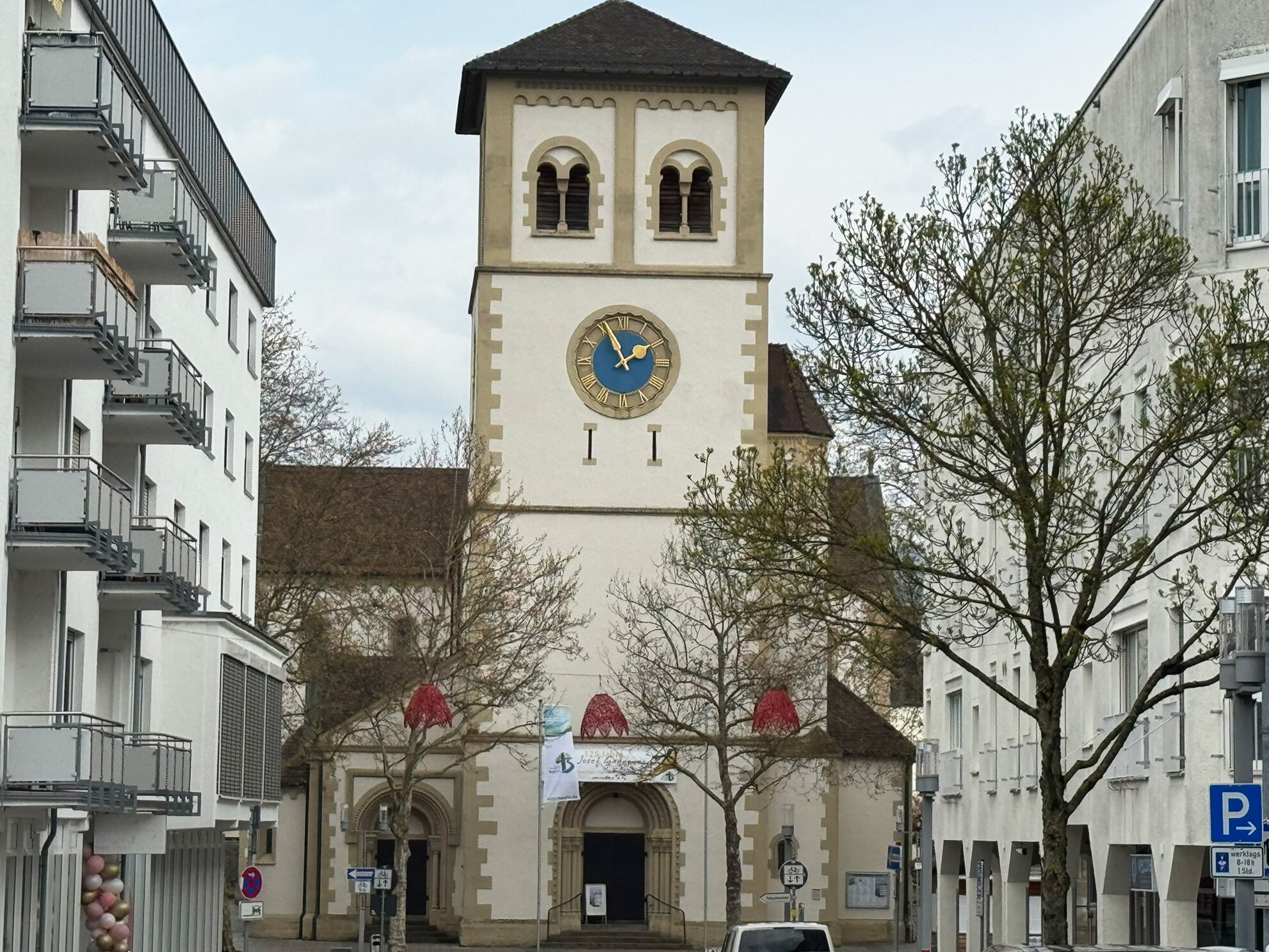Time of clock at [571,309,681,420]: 1:56
